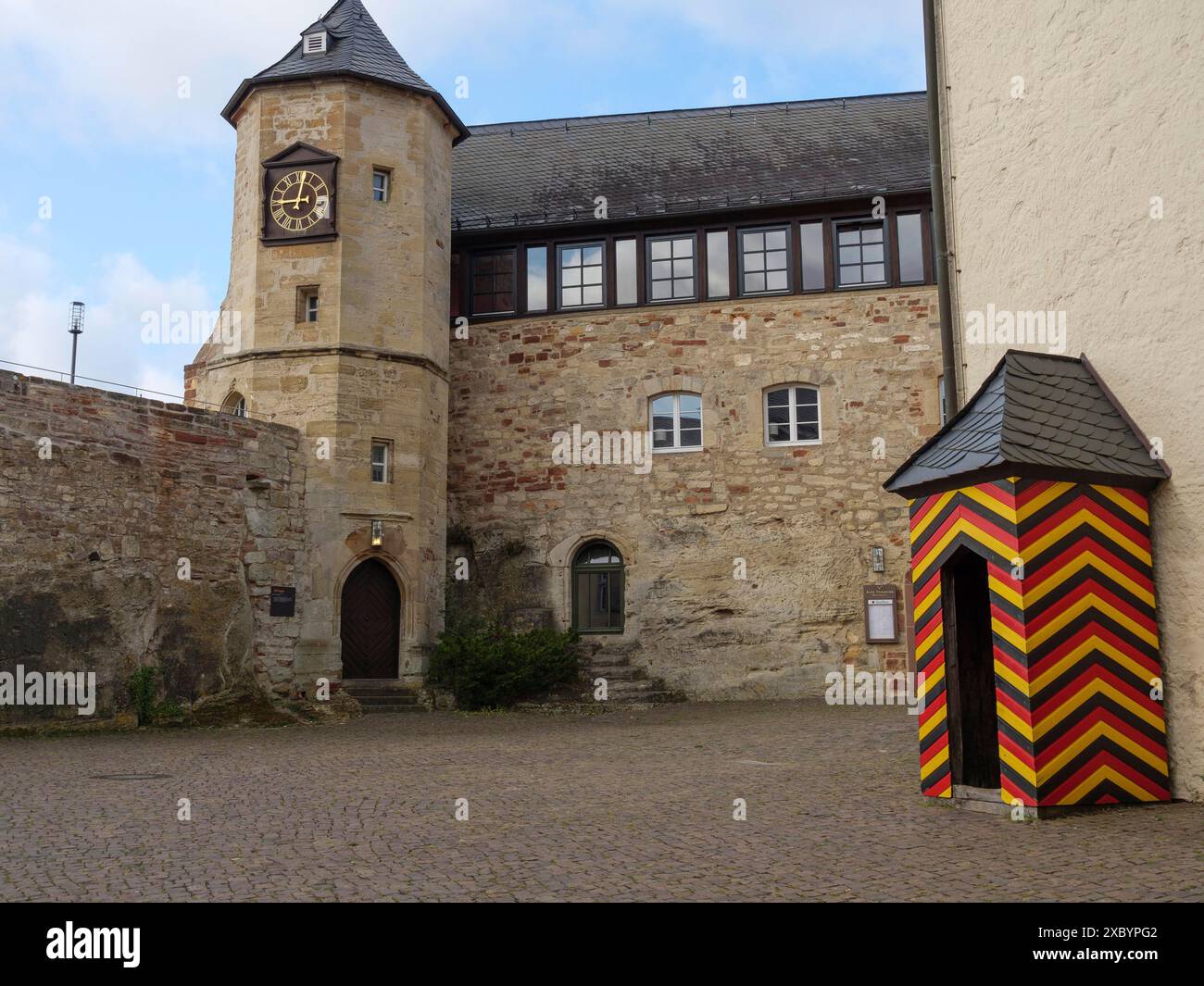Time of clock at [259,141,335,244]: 9:01
